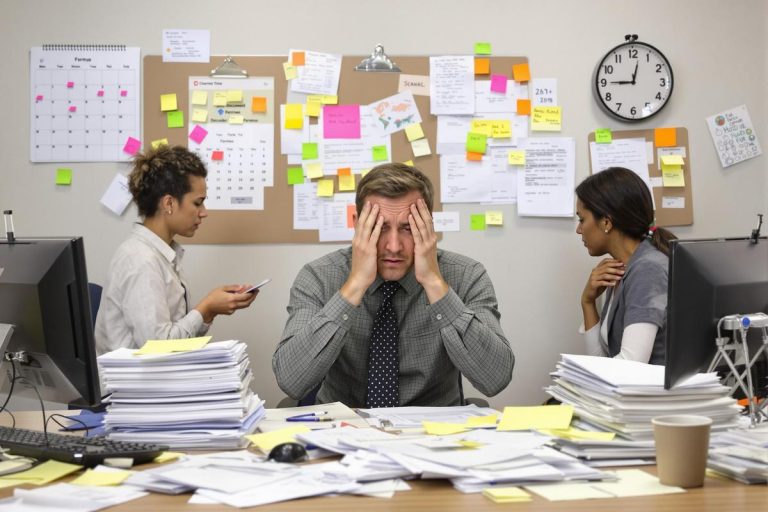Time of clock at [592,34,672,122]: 9:01
